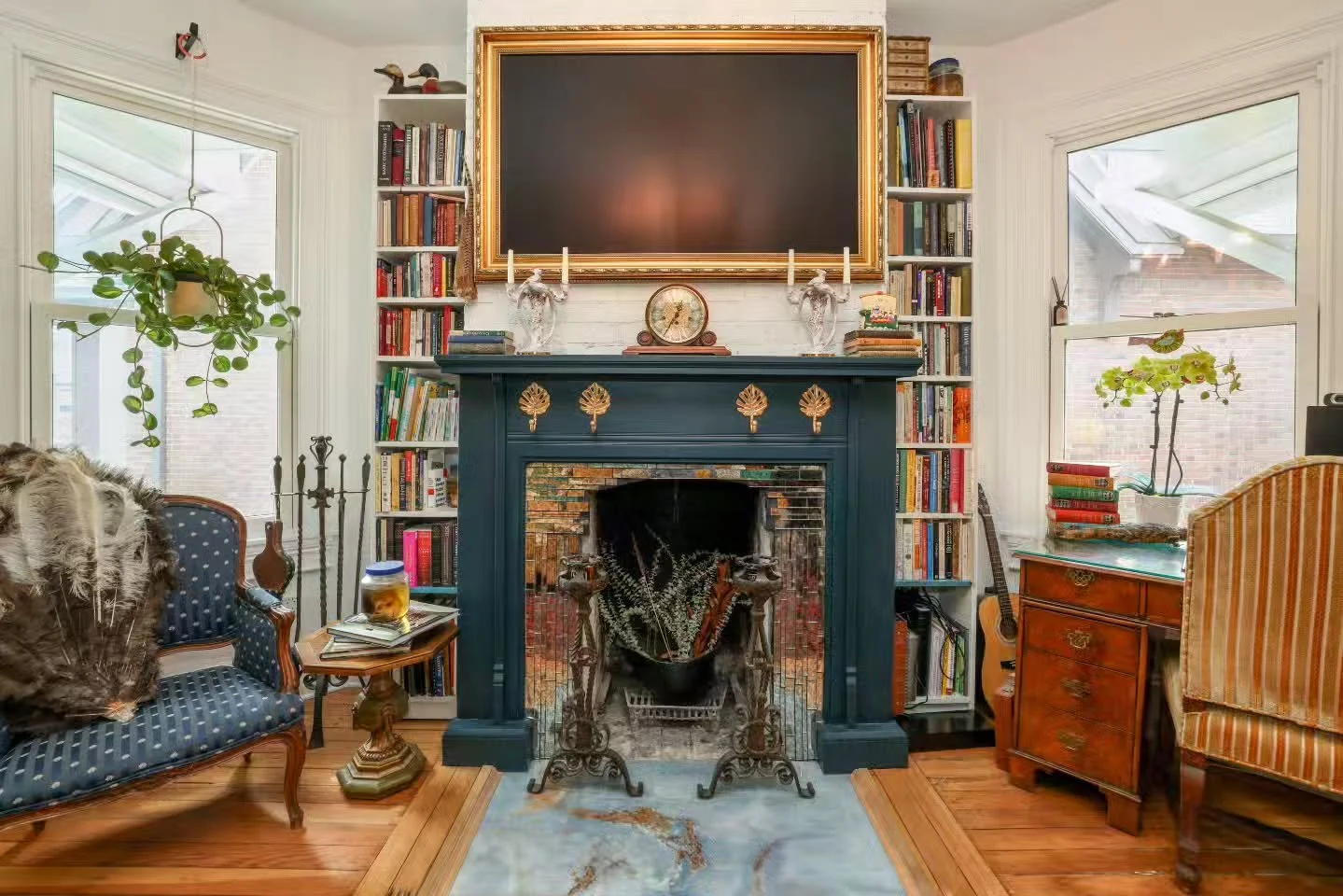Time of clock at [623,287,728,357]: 12:34
